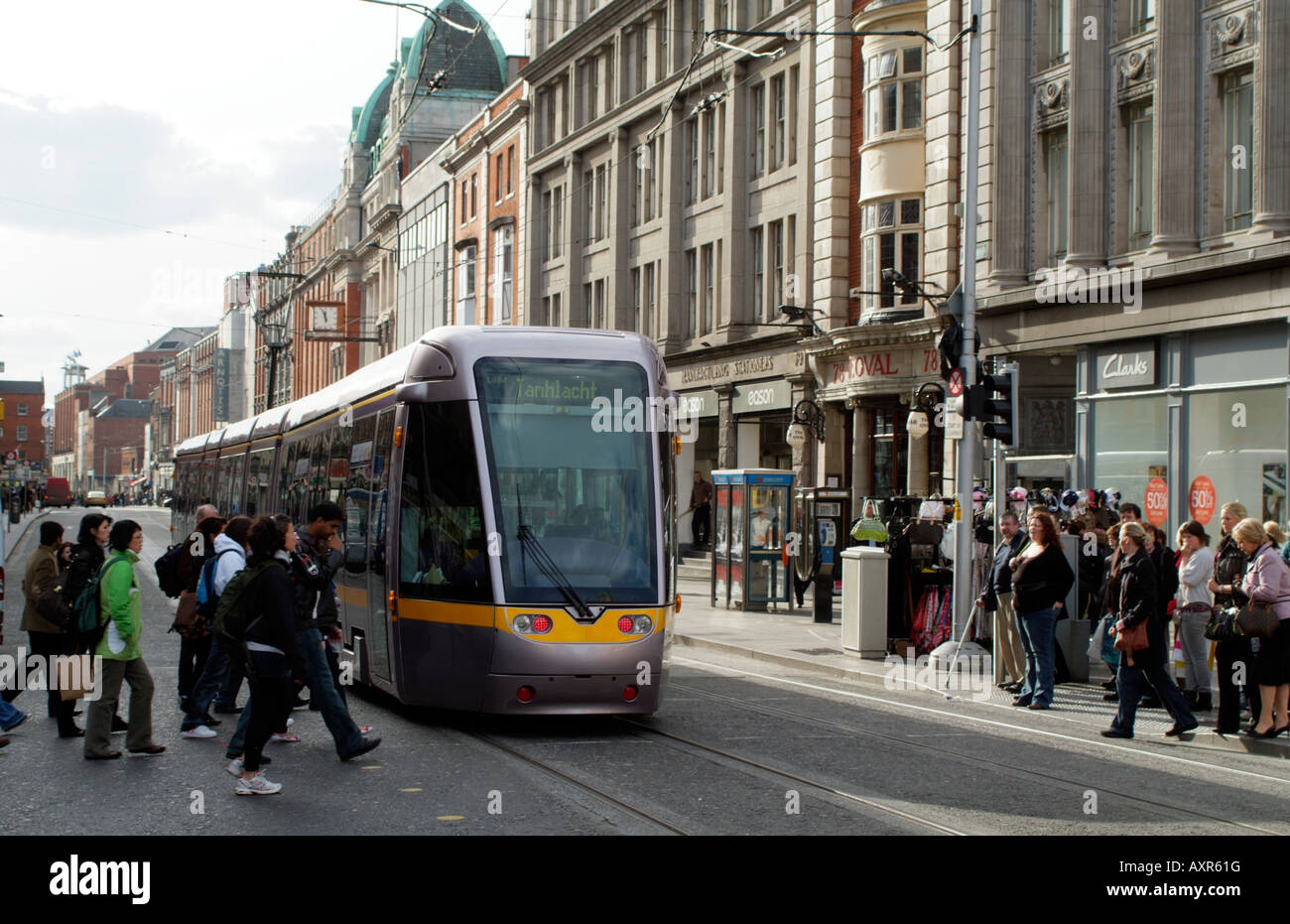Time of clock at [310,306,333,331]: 11:56
